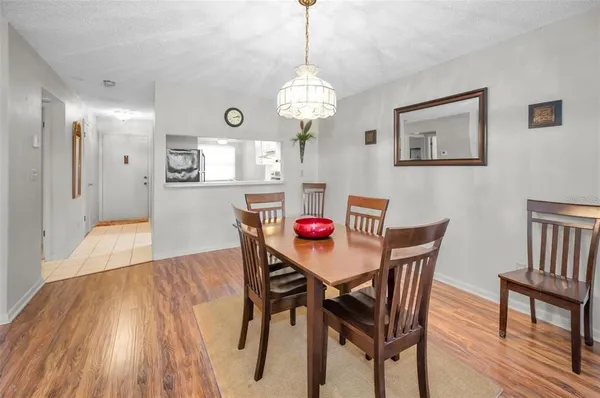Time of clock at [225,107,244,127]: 2:12
